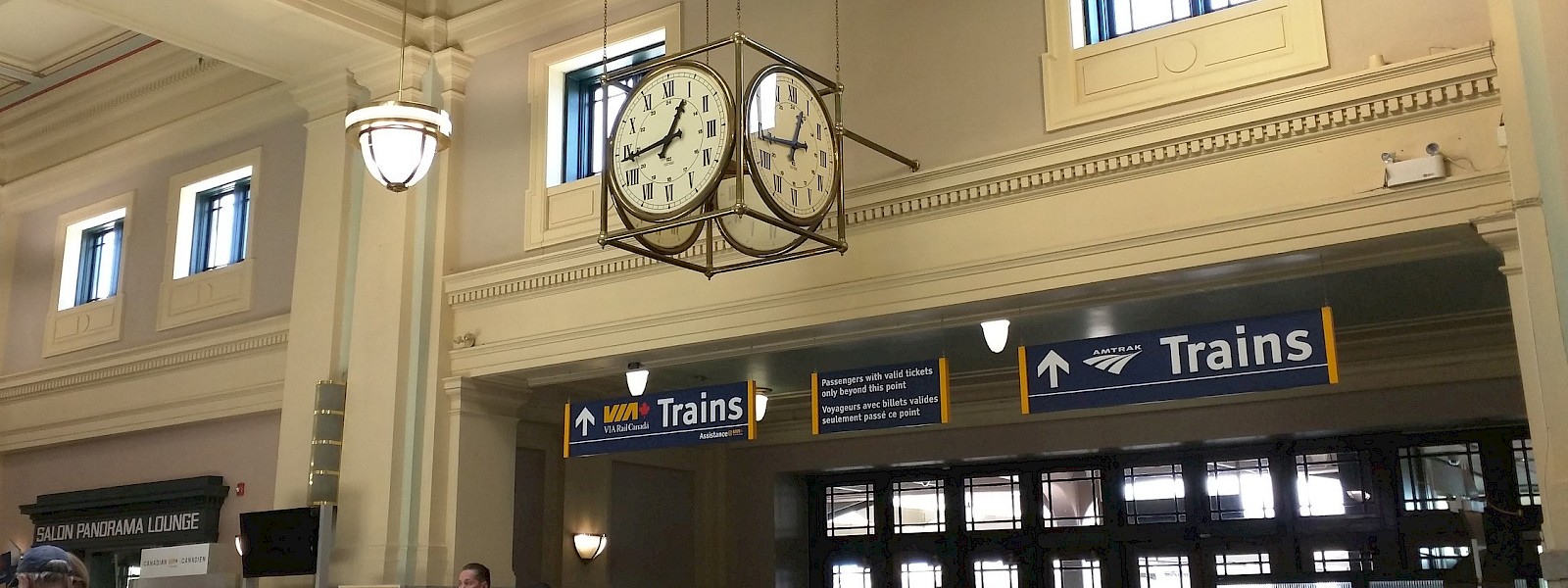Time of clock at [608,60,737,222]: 12:43
